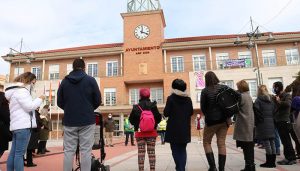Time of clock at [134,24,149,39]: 12:18
